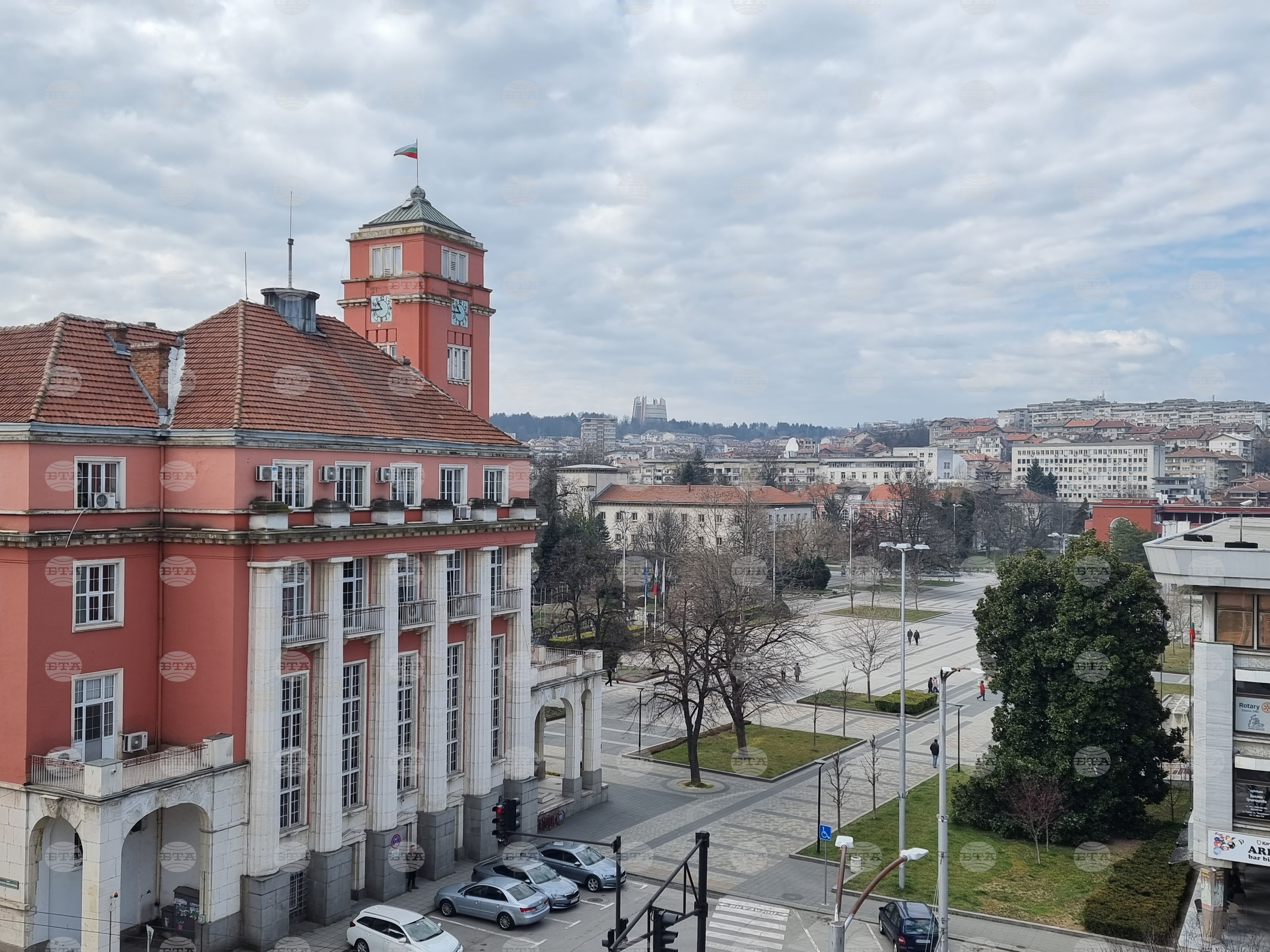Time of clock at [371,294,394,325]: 10:44
